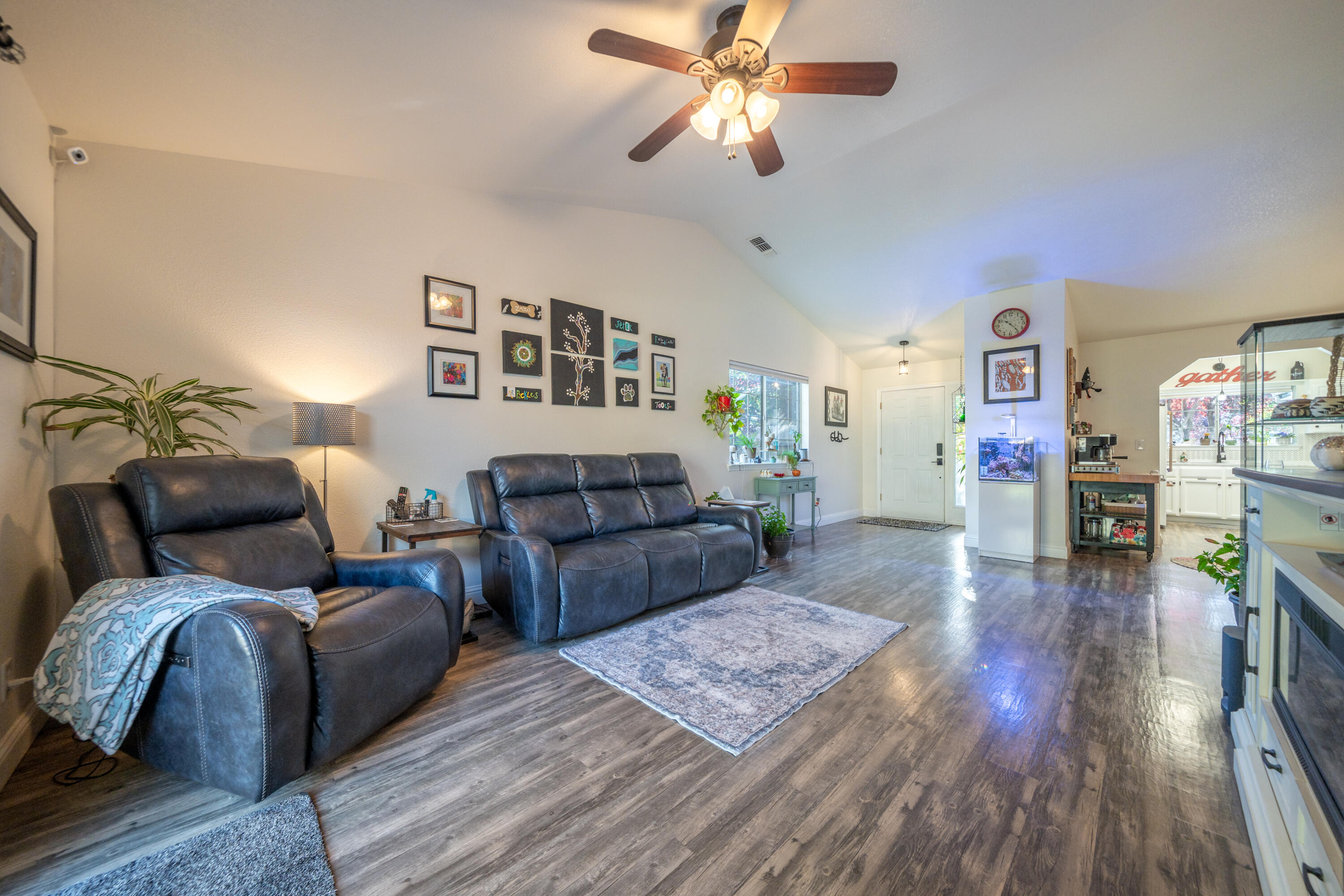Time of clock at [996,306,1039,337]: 10:23
